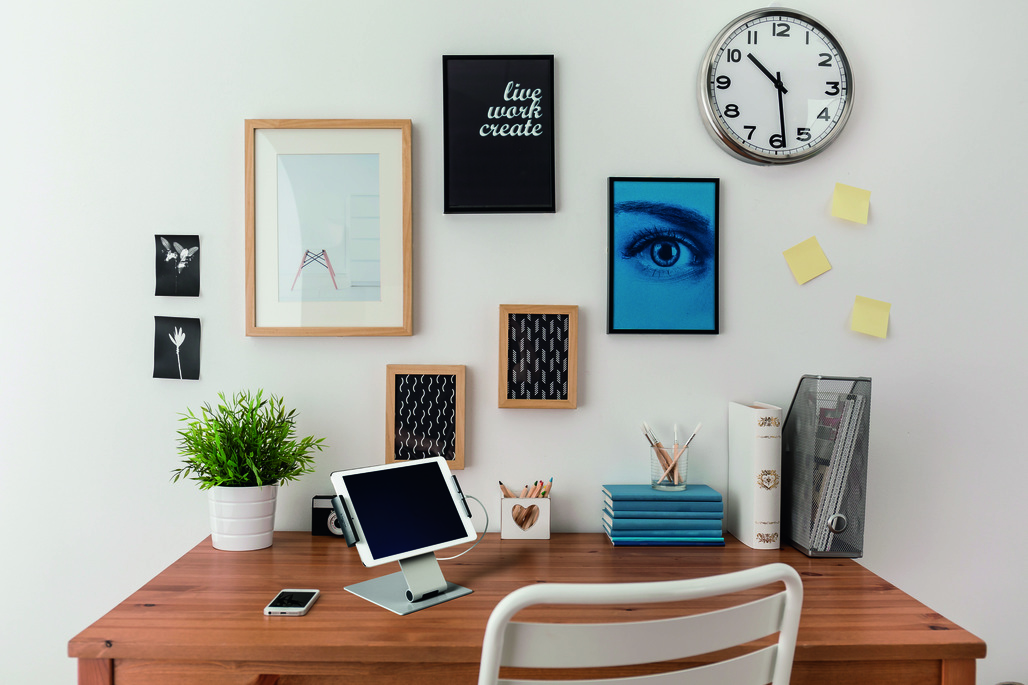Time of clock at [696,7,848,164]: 10:28
